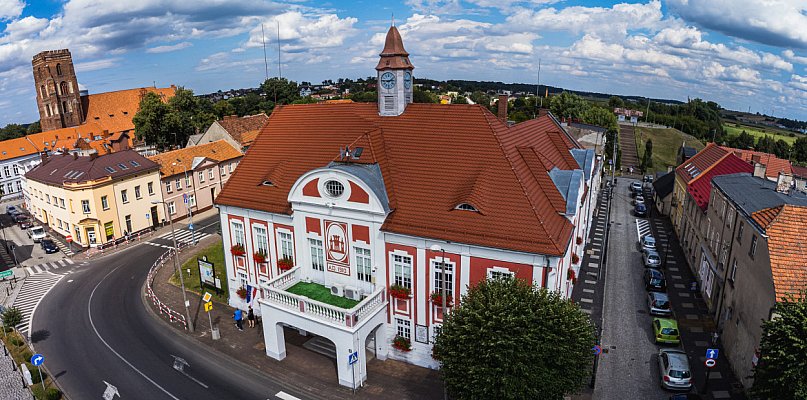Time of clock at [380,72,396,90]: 2:46
